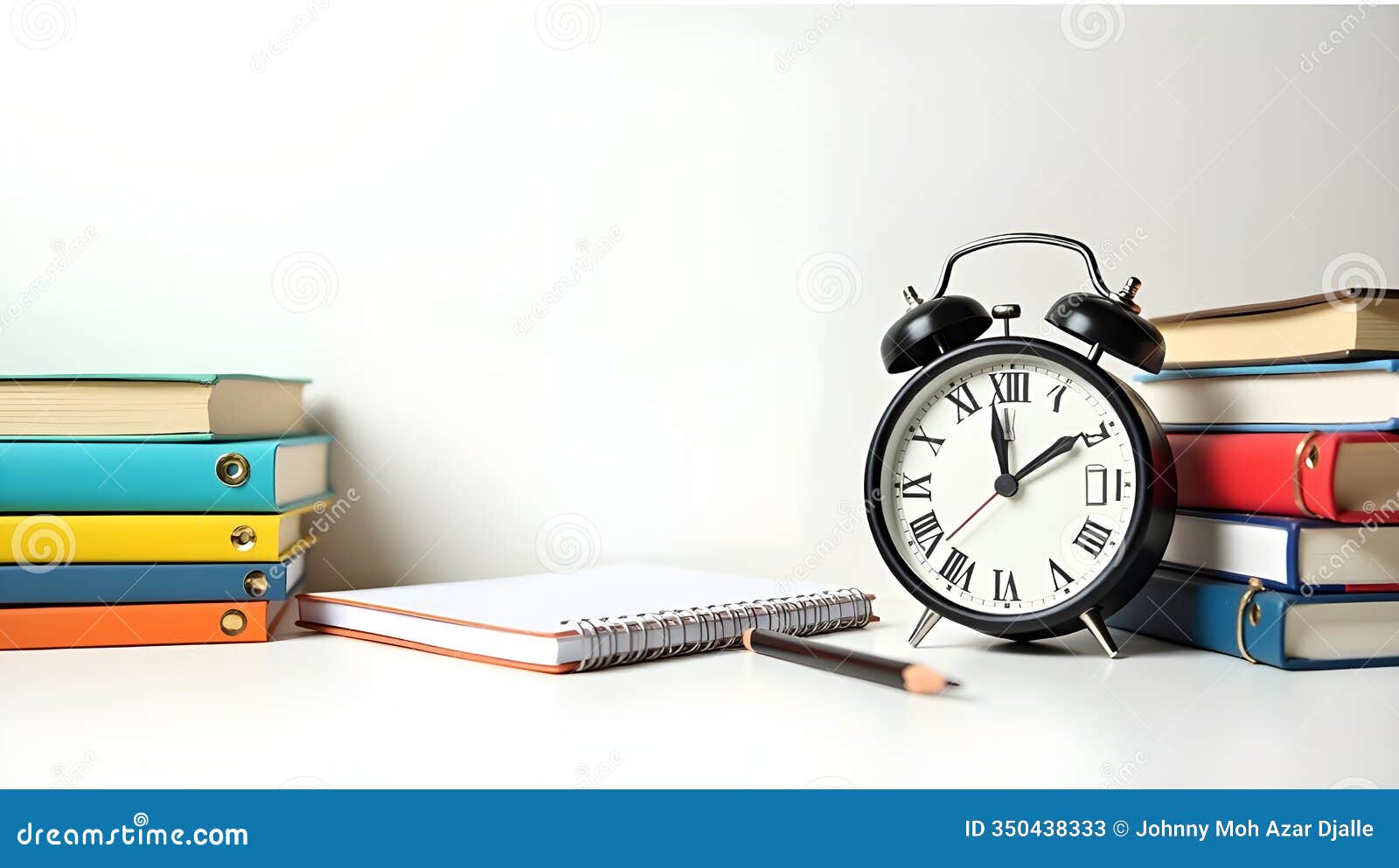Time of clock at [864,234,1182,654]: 1:58
